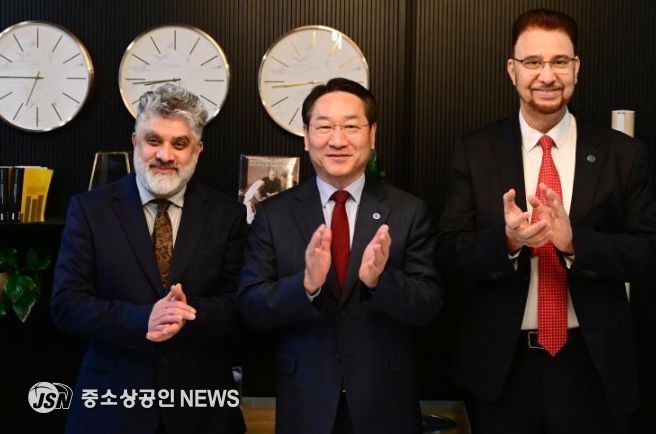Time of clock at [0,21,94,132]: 6:45
